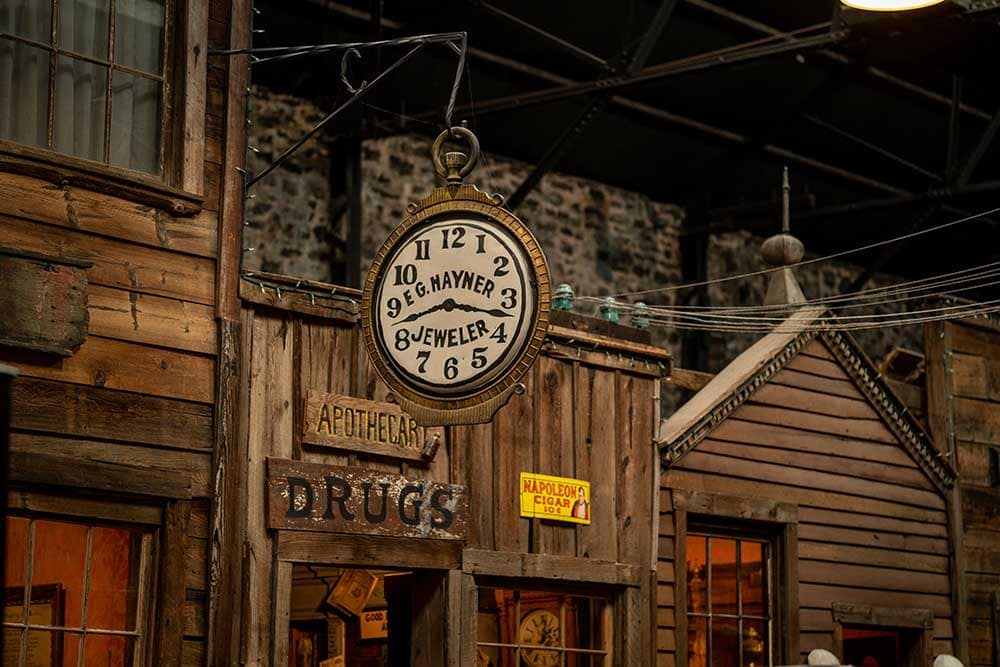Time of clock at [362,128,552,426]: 8:17
